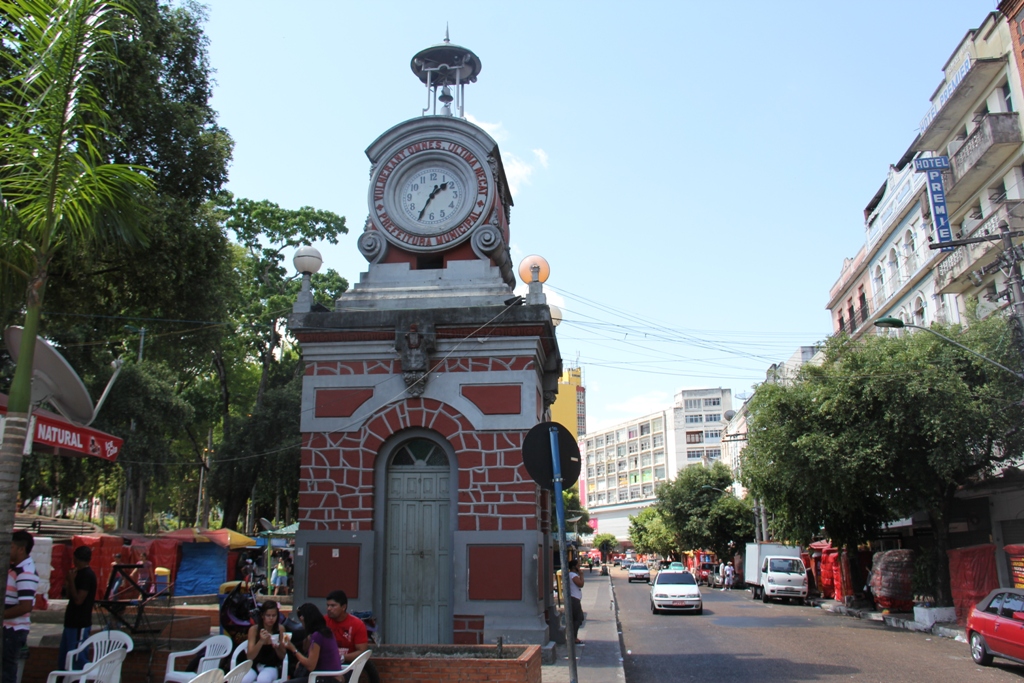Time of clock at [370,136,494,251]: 1:34
